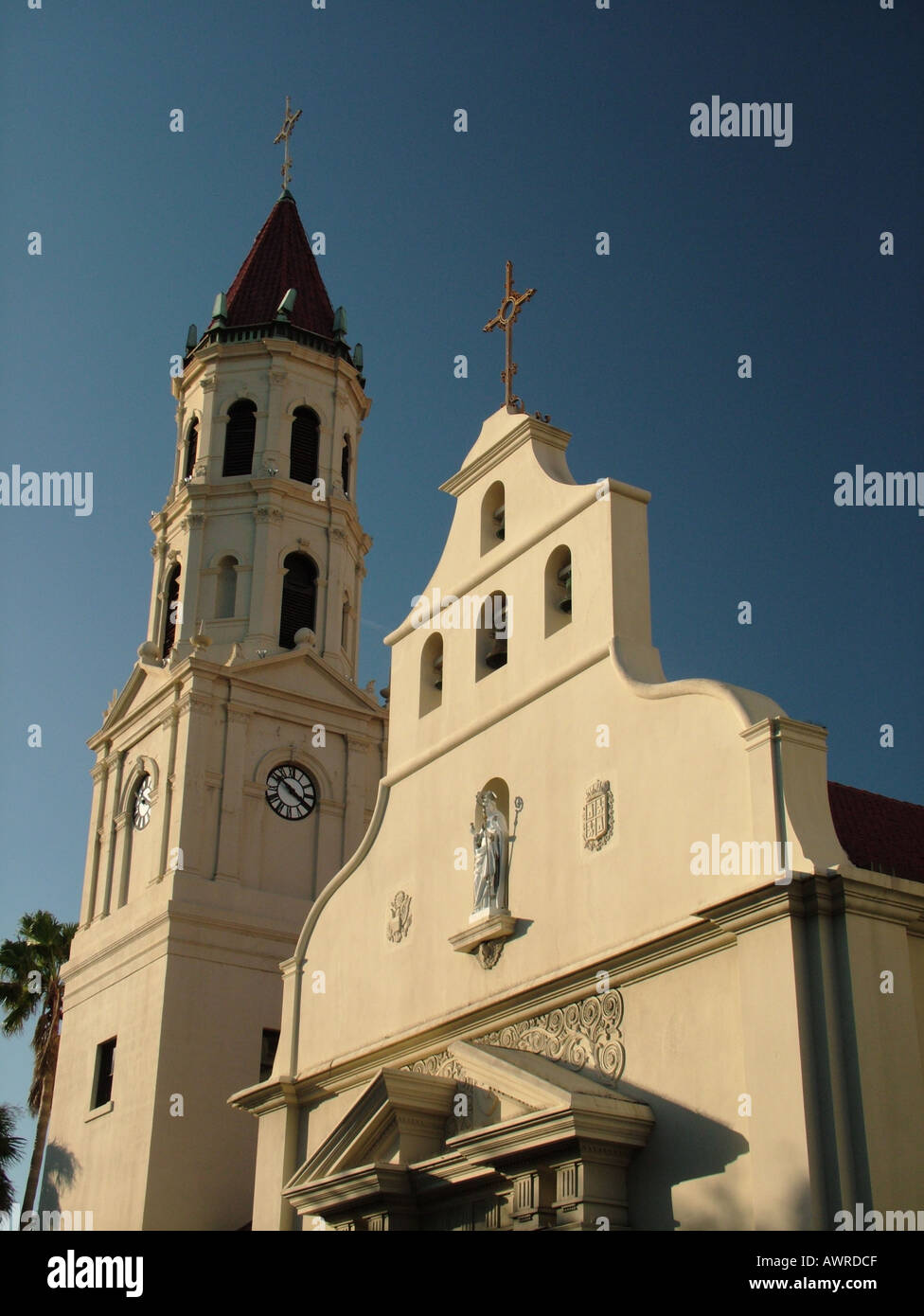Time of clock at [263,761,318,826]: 3:50
